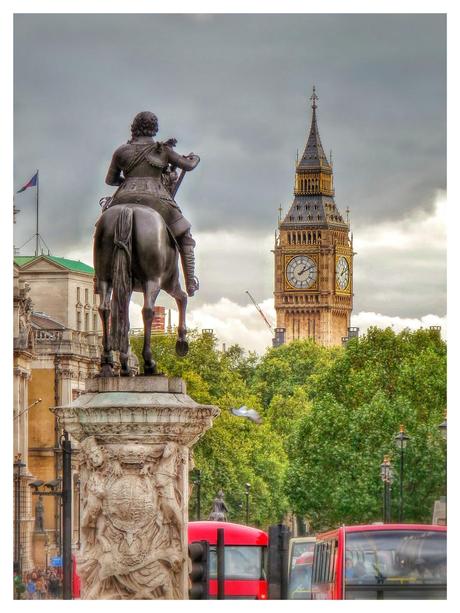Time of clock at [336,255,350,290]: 1:11
